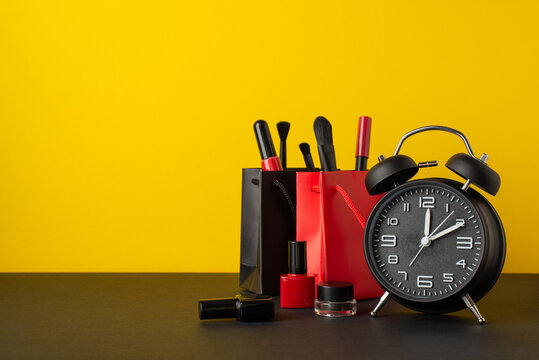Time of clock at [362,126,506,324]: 12:10
